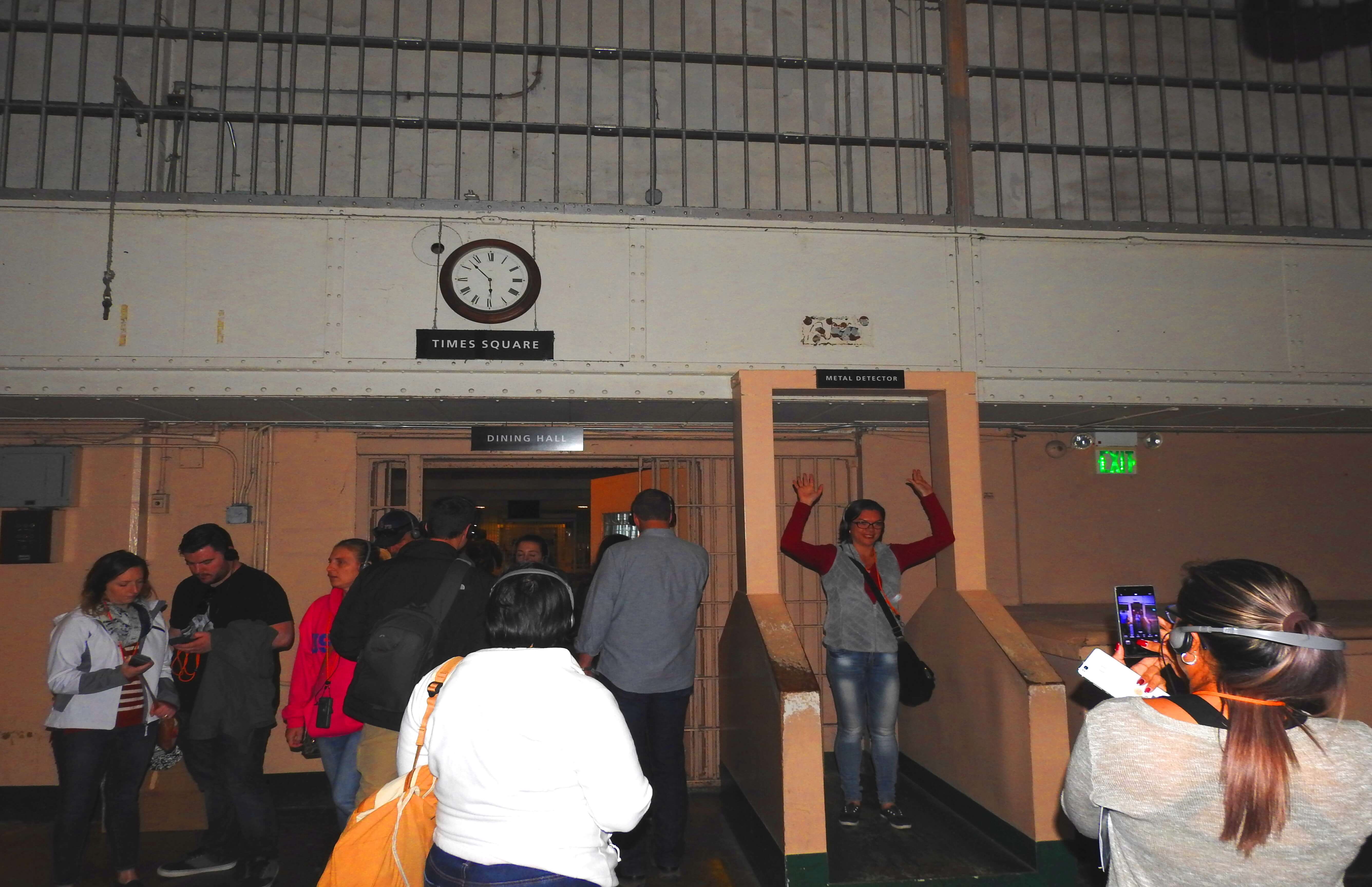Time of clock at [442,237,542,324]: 5:52
